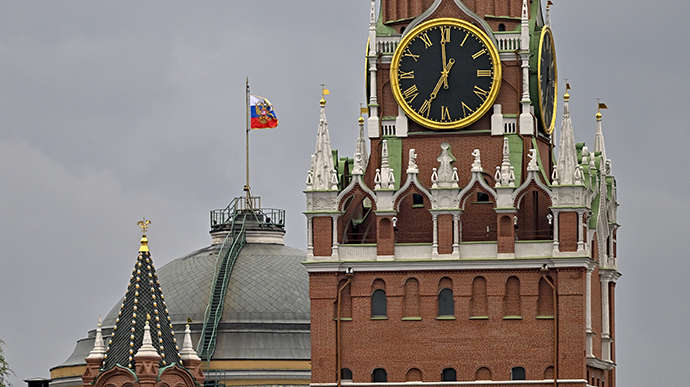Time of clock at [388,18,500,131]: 6:59
